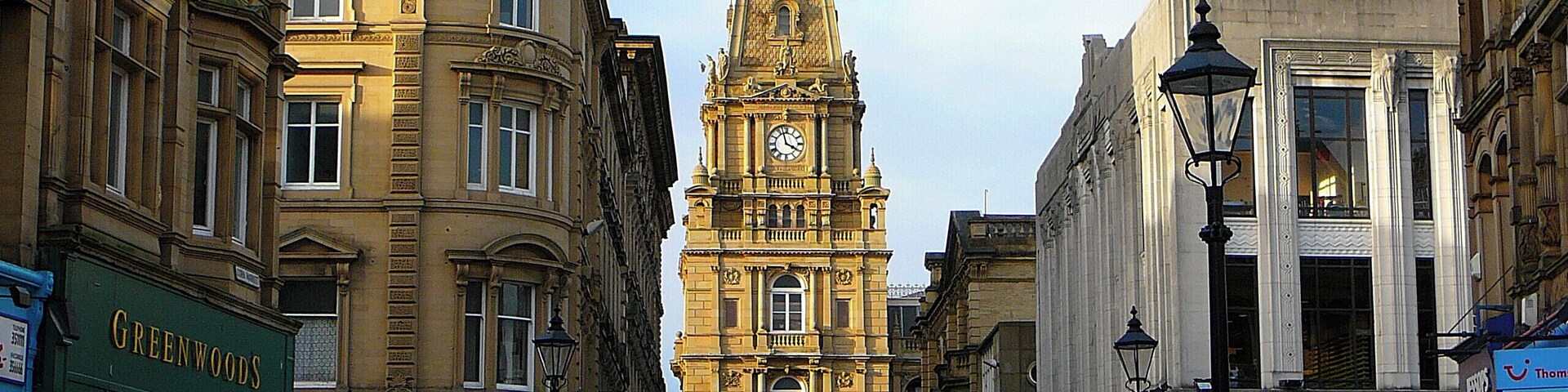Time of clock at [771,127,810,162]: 3:57
